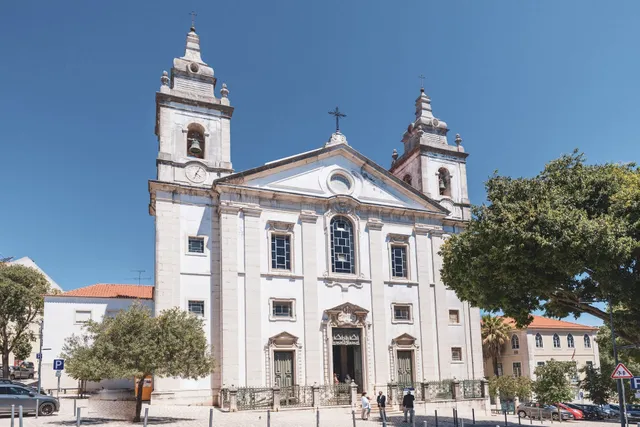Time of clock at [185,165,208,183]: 4:04
